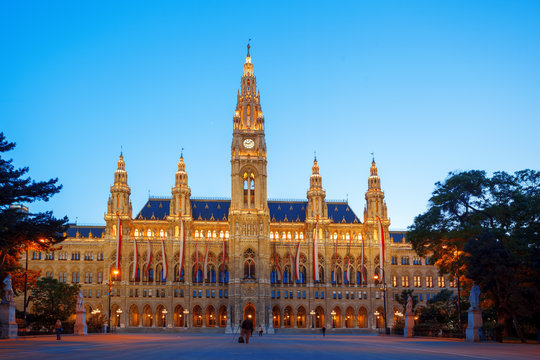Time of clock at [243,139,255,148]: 9:08
